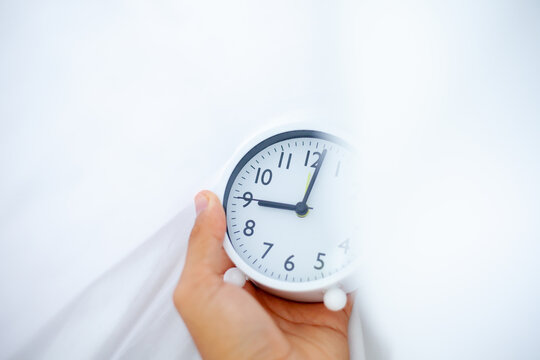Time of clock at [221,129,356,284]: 9:01
